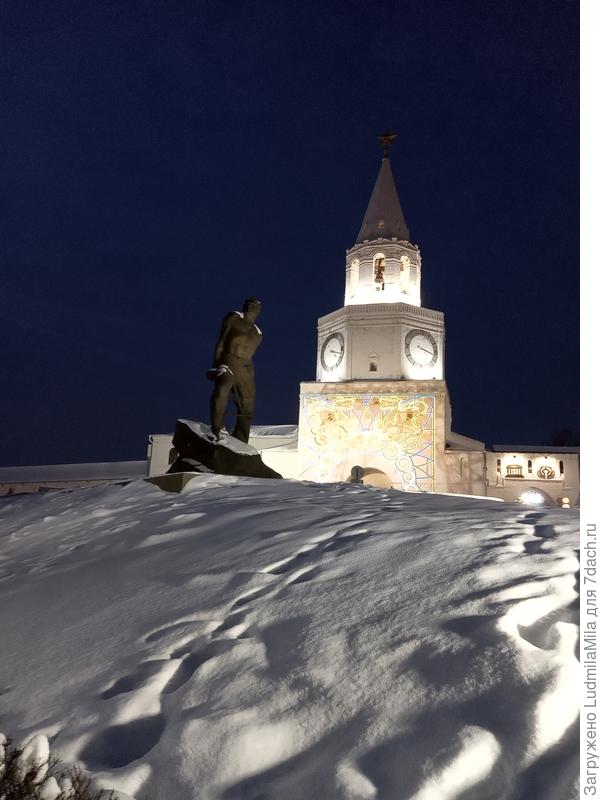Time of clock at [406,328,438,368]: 3:17
